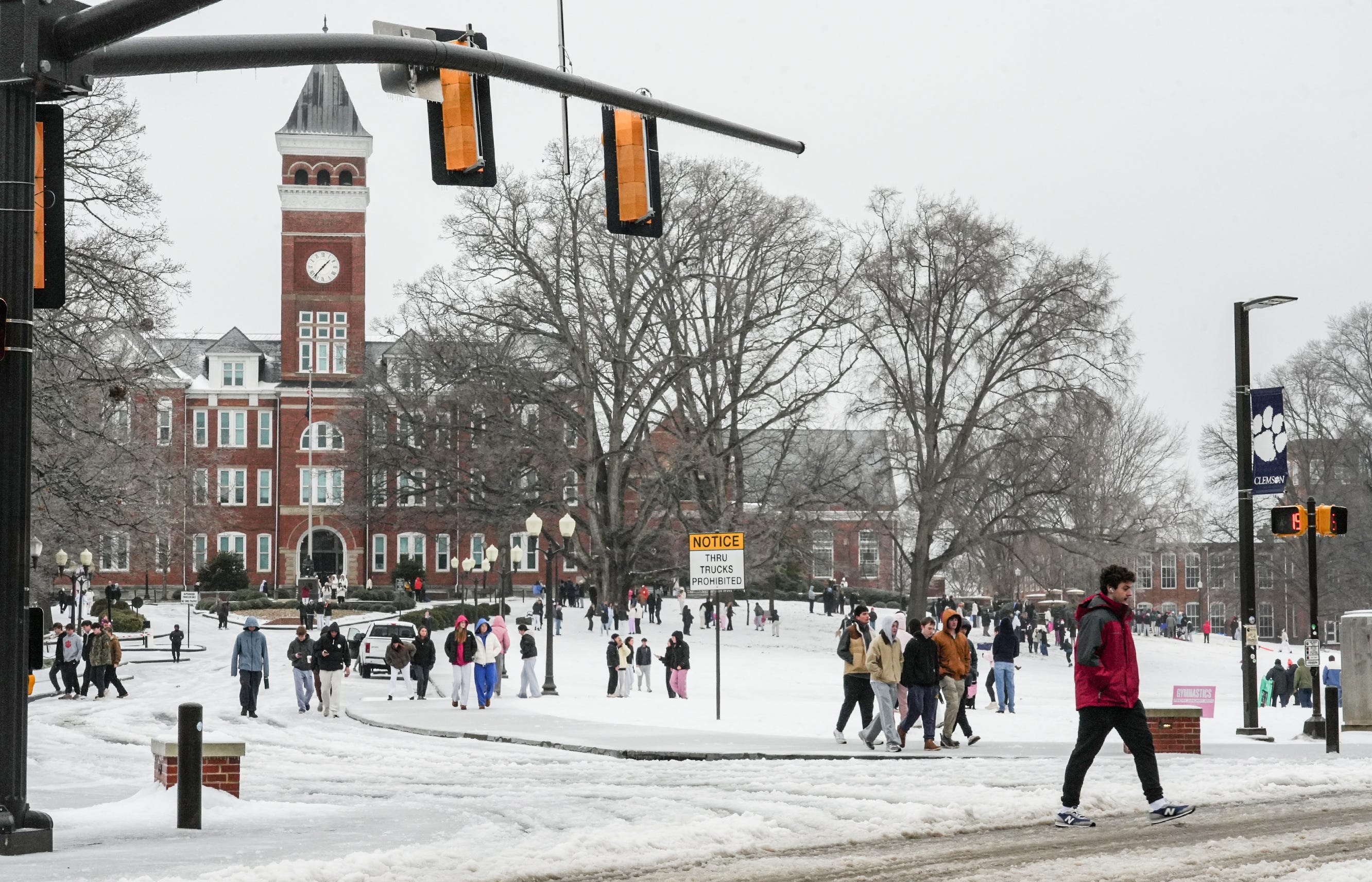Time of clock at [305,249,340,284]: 1:36
